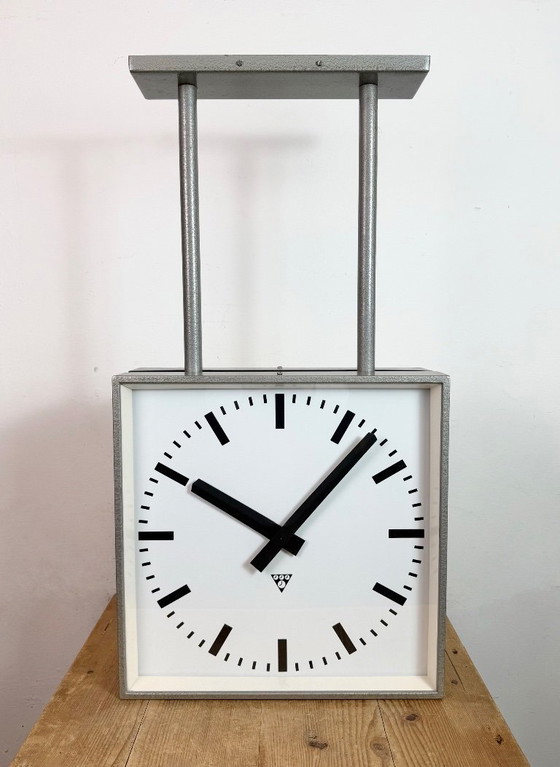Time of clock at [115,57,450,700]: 10:07
